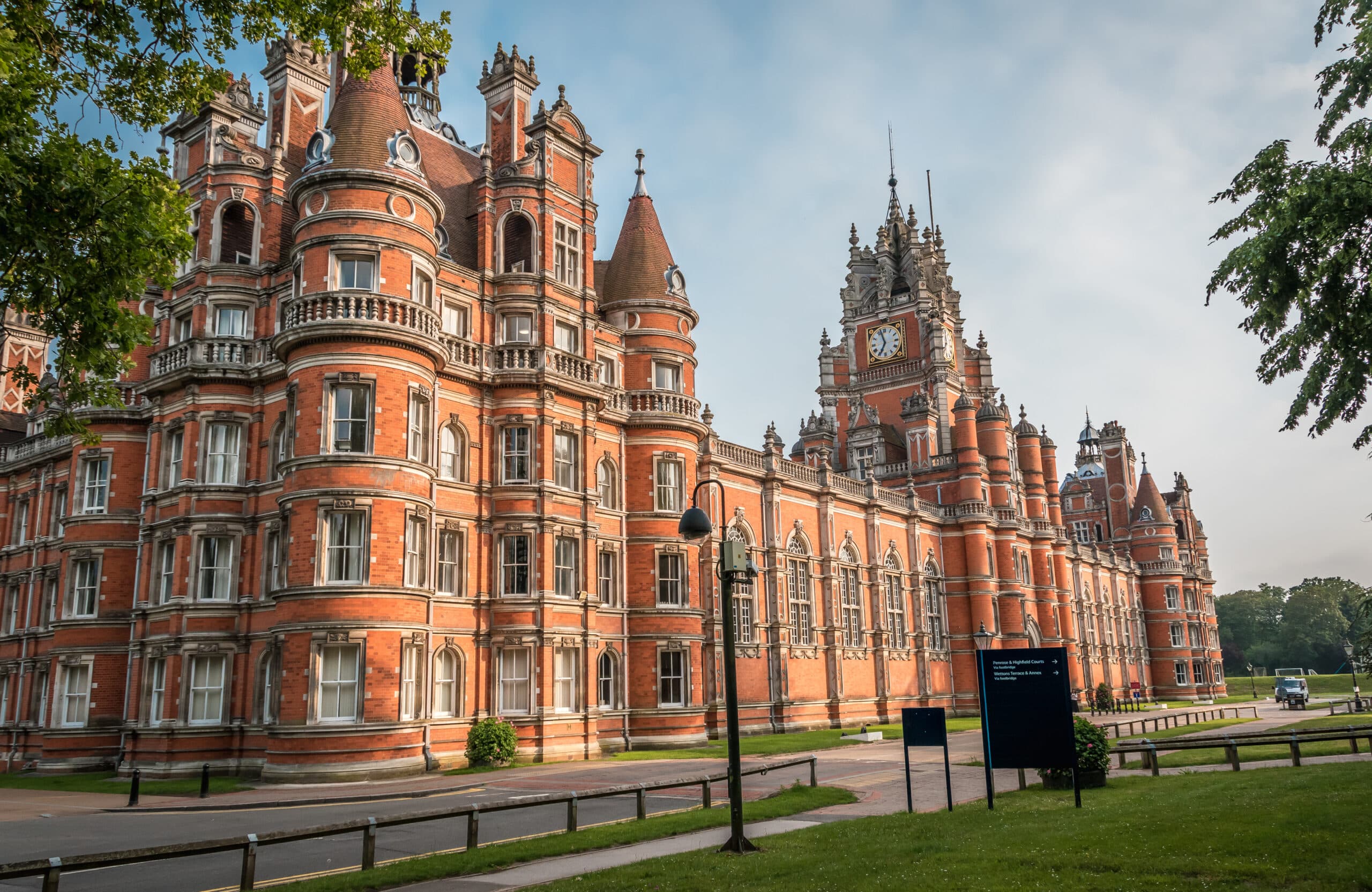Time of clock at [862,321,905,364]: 6:57
